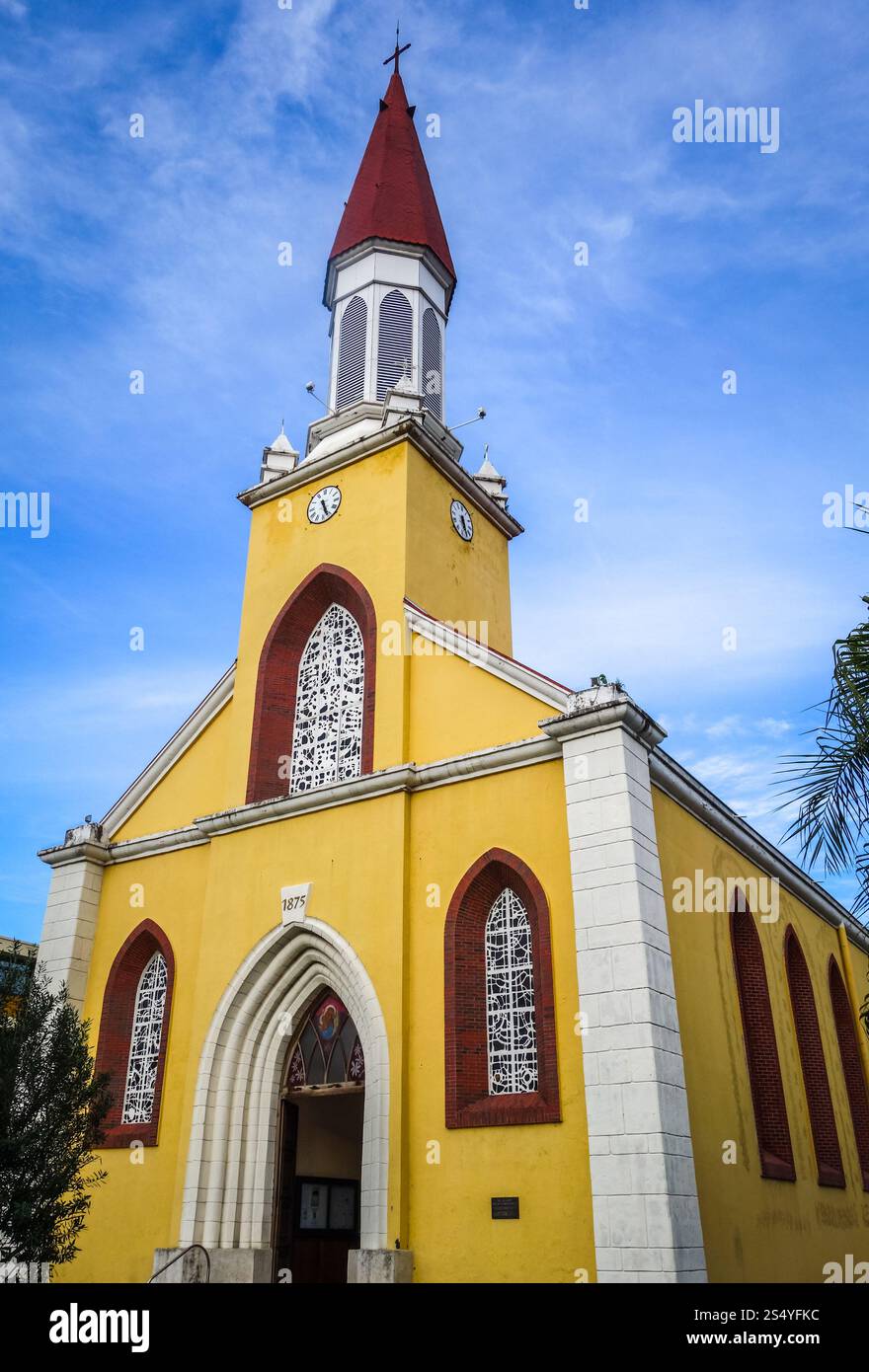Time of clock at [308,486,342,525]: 5:26
